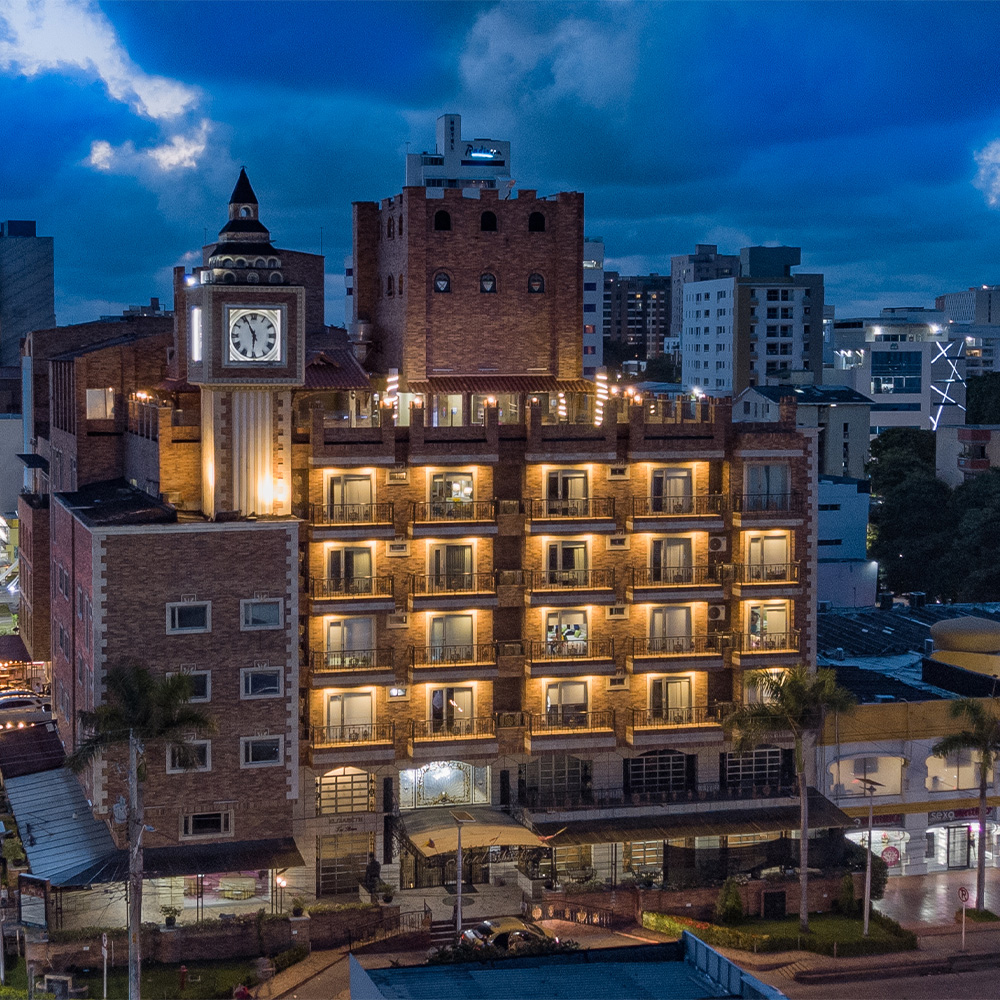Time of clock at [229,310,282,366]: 5:55
